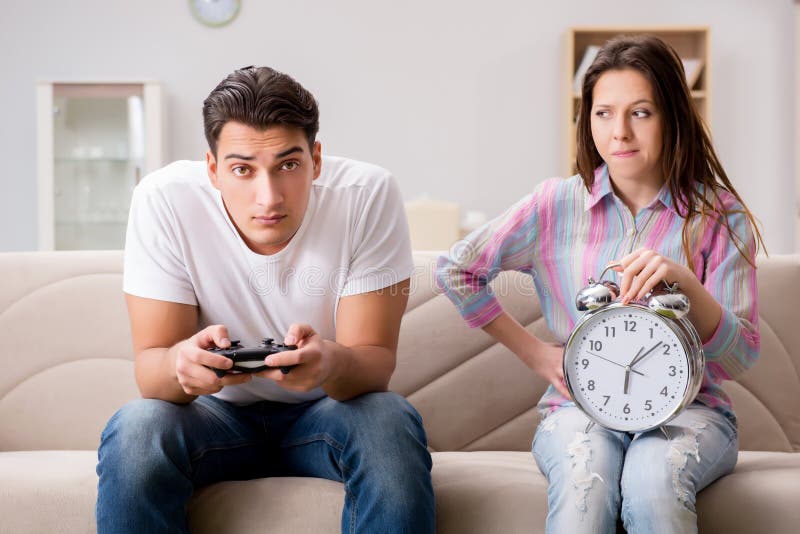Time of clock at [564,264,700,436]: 6:08
